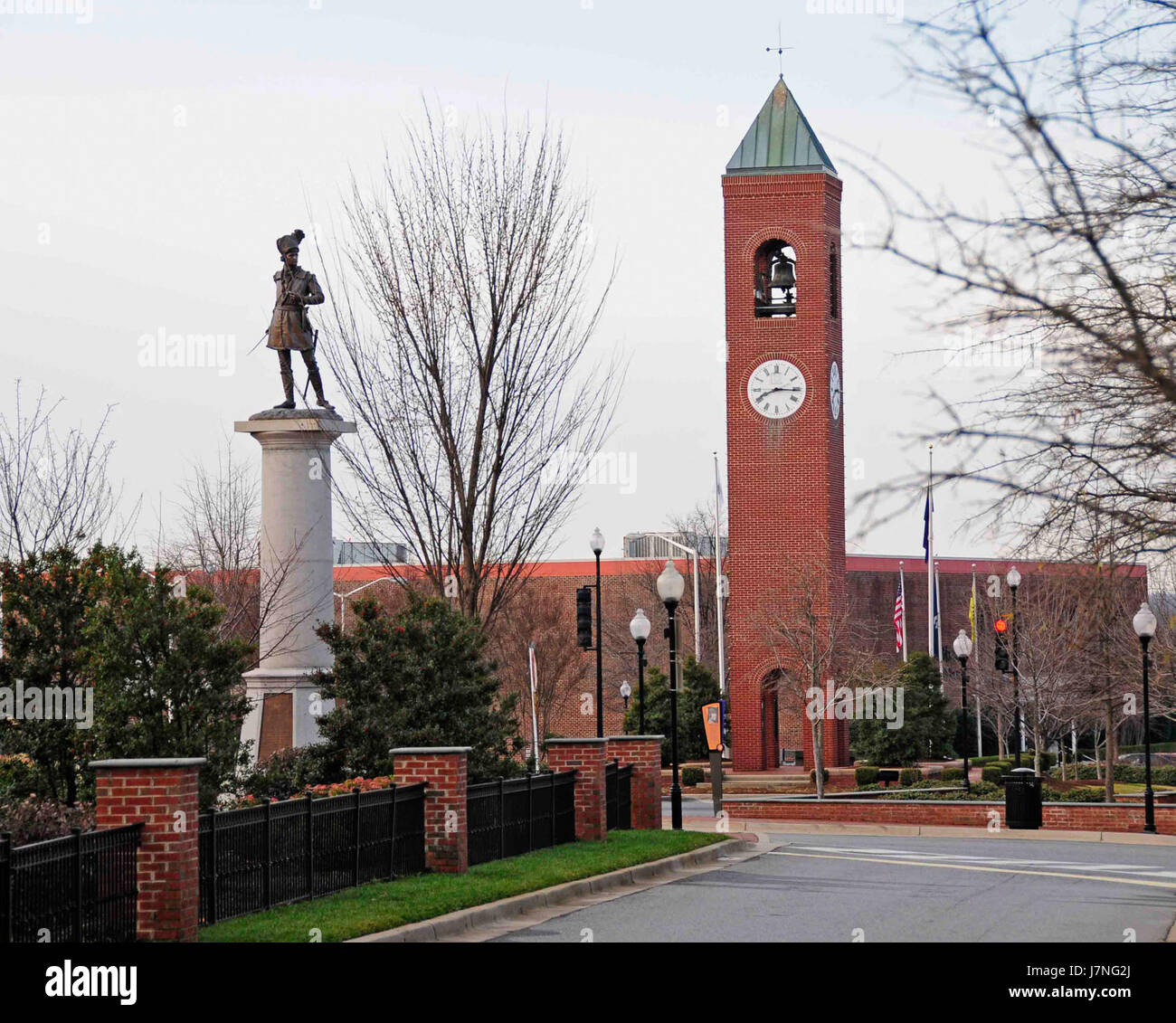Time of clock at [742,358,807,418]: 8:15
